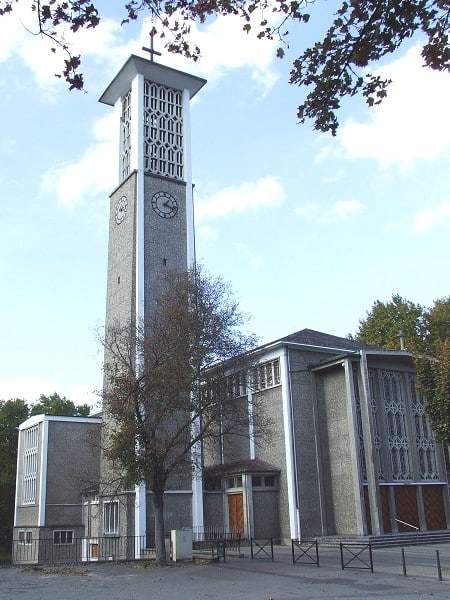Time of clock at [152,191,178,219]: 1:18
